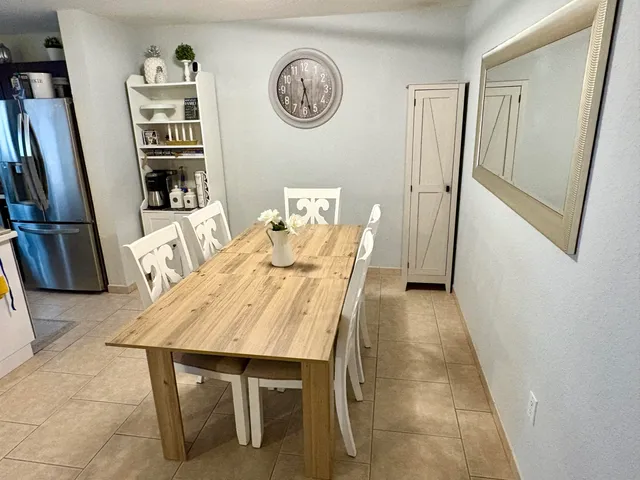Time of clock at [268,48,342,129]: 6:27
